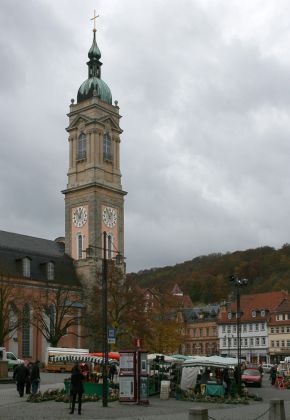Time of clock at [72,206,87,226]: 12:52
